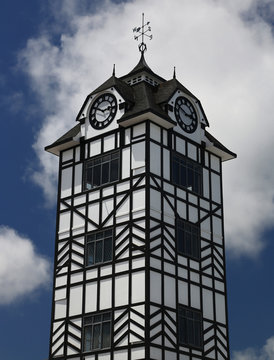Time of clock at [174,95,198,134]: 2:48
